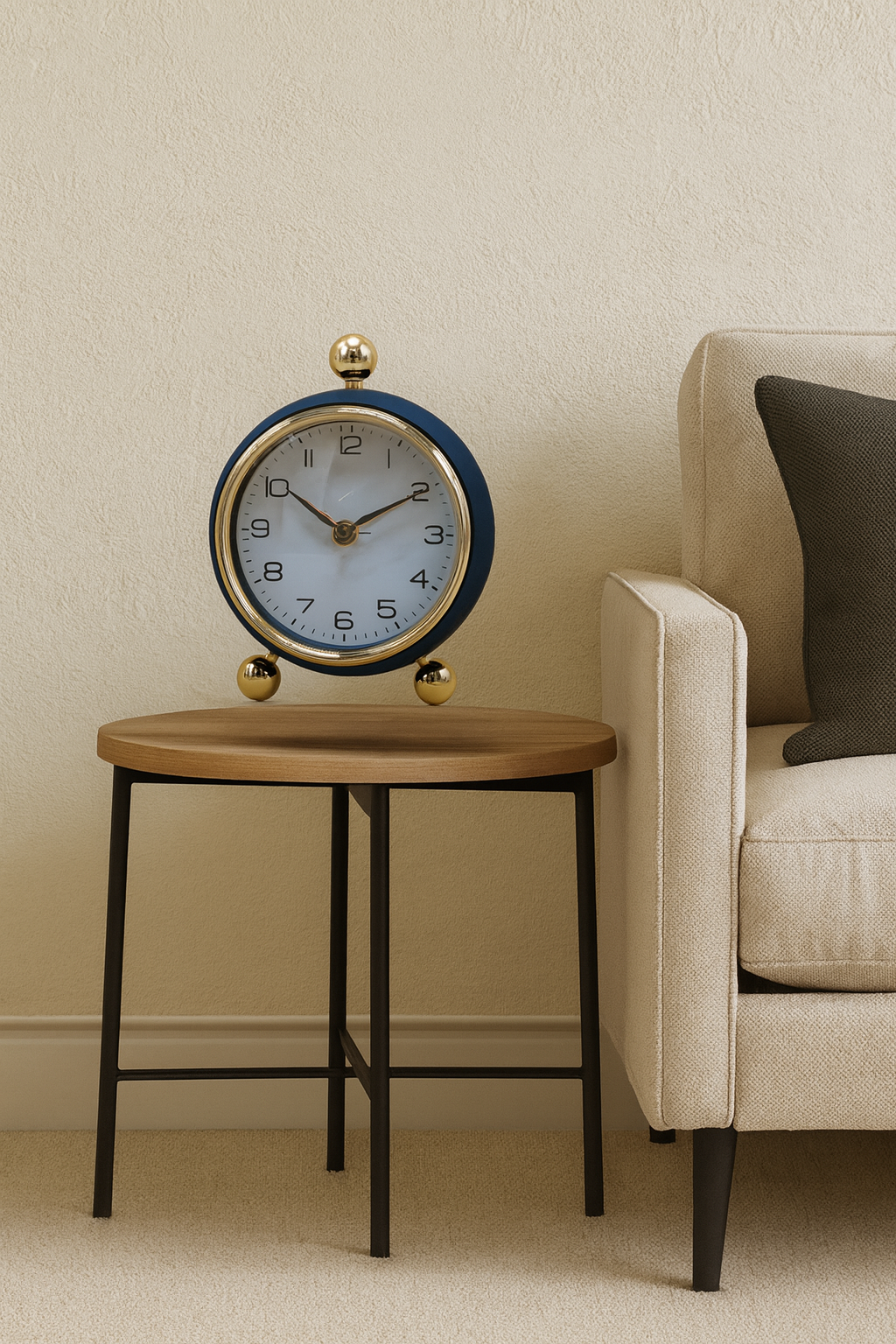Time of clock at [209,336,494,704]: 10:10
